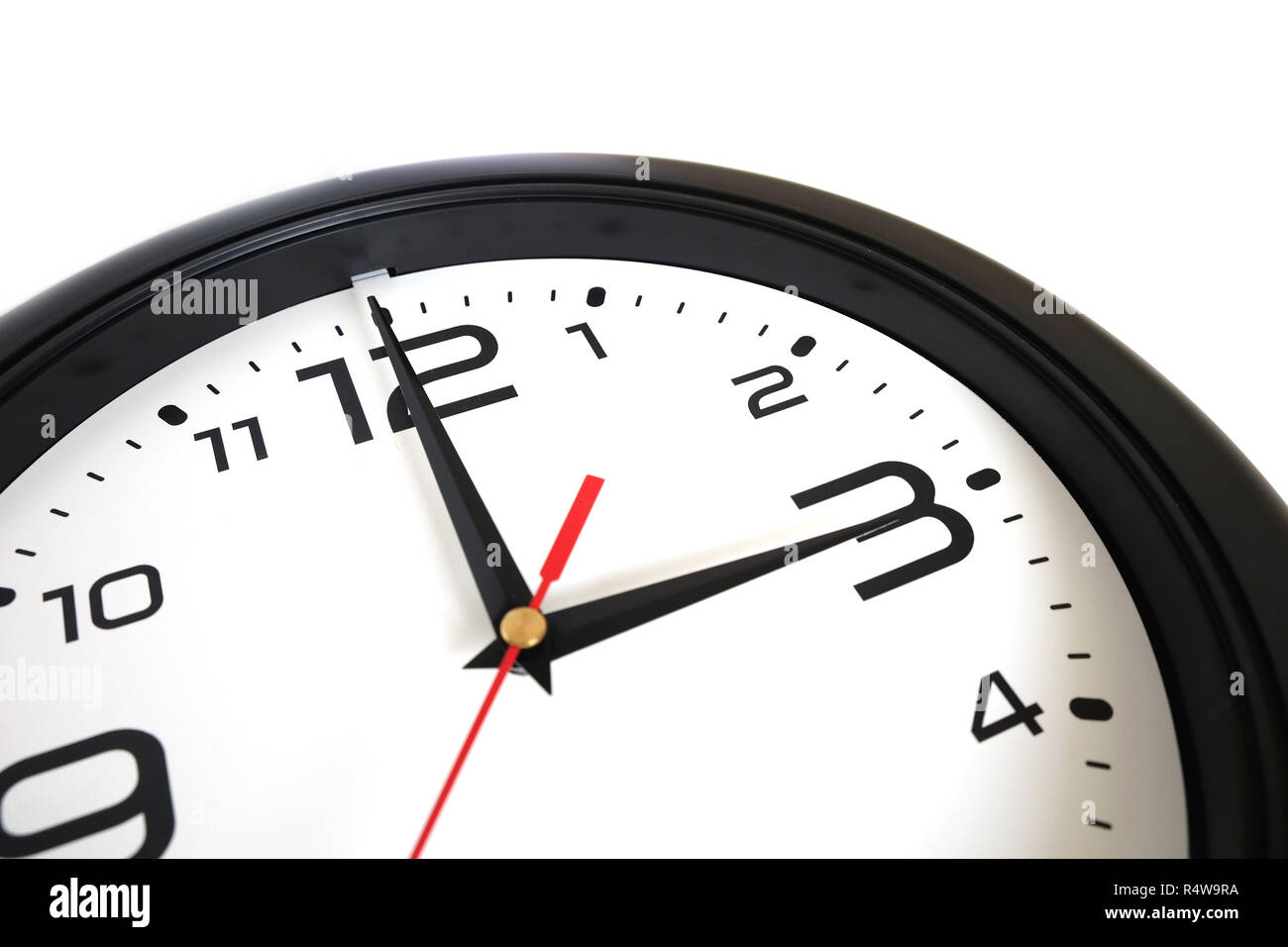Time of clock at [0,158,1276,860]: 2:59
